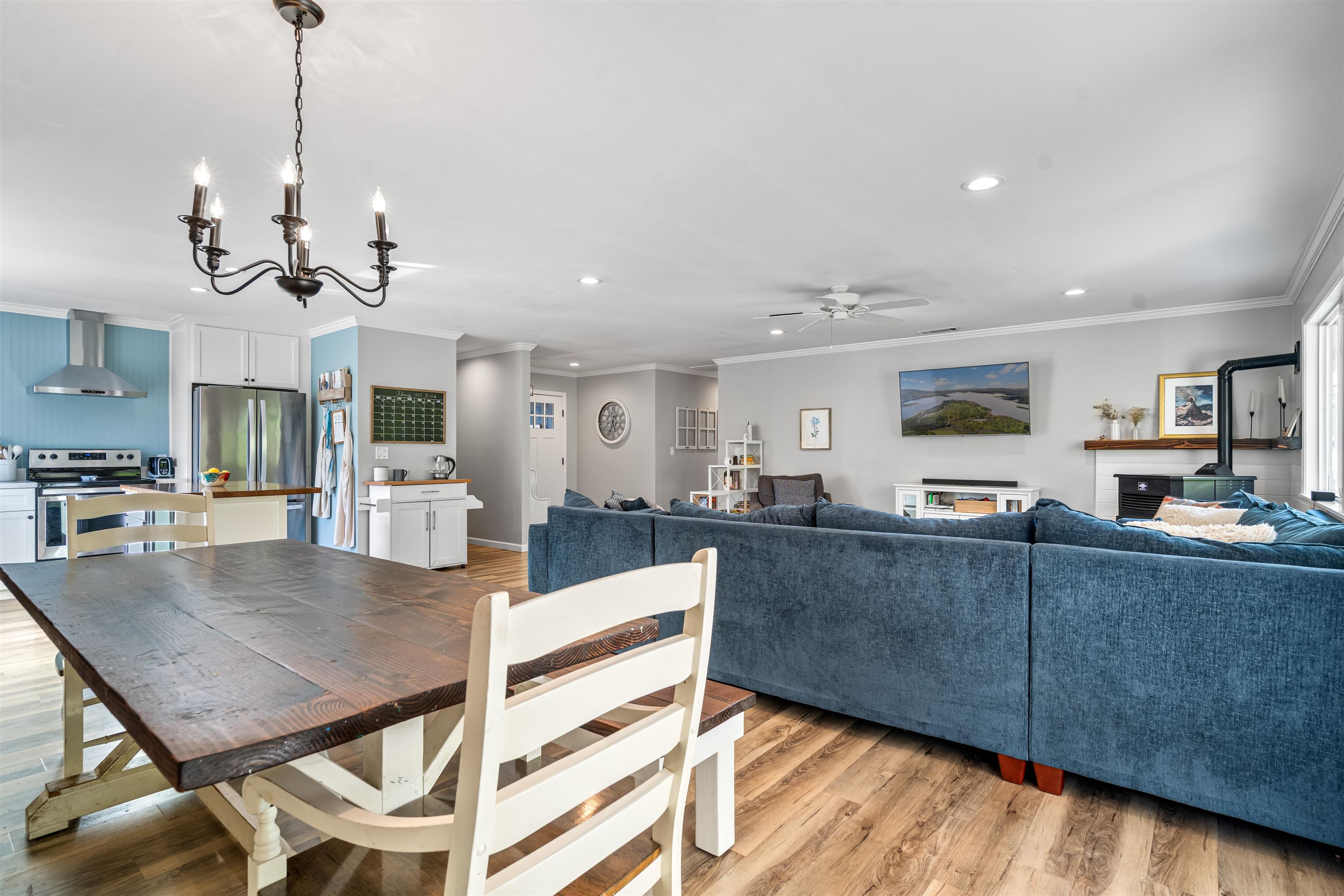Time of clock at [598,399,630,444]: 5:33
